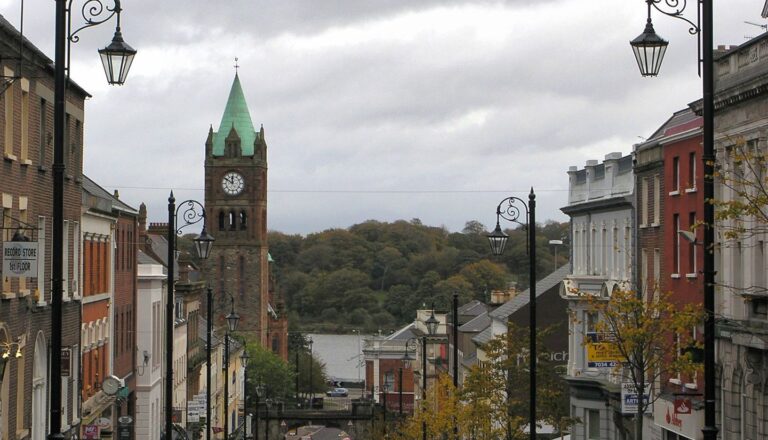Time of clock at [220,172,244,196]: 11:50
